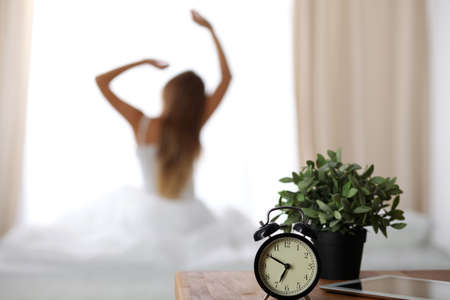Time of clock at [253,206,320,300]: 6:50
